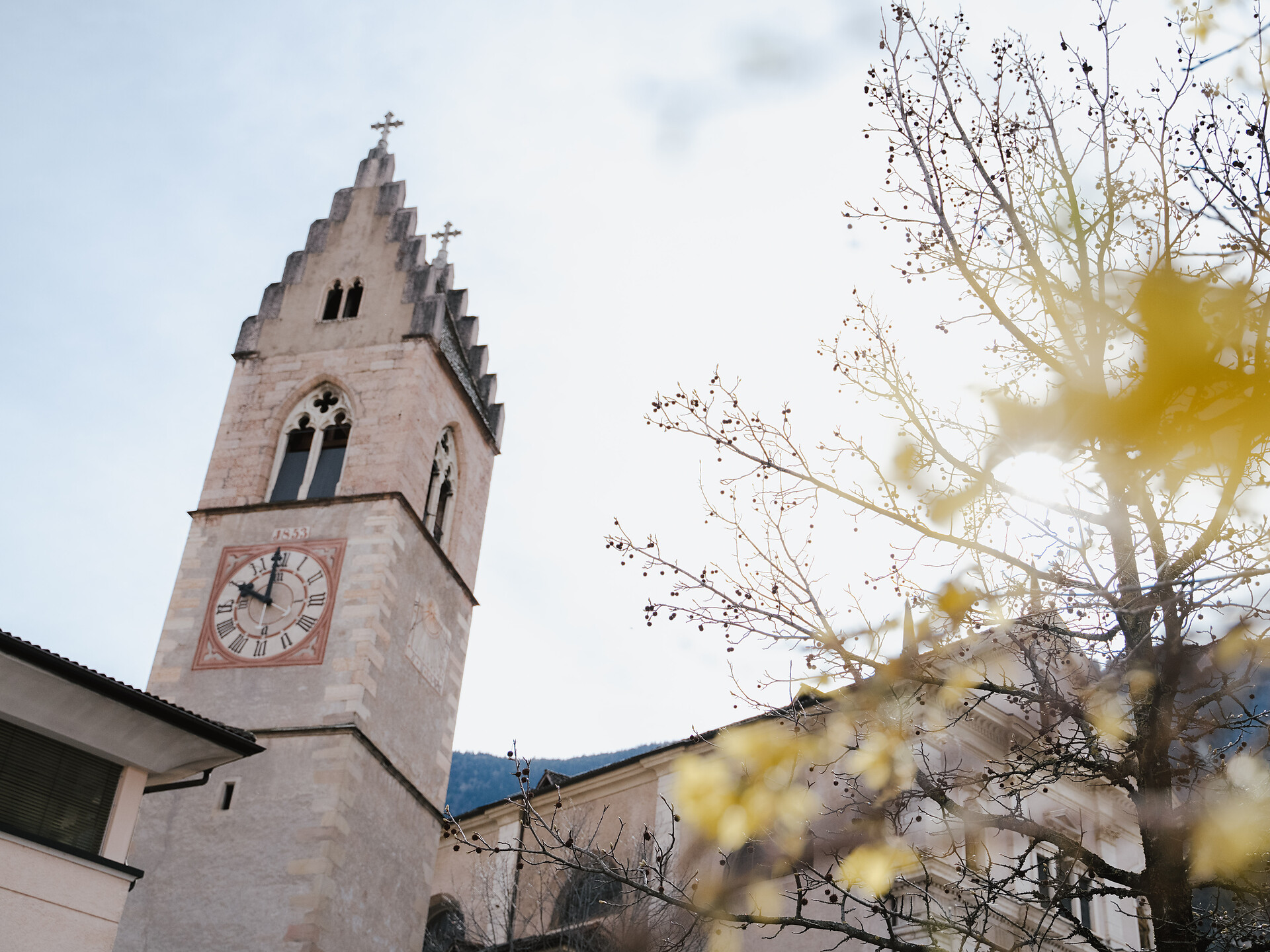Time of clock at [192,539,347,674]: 9:59
